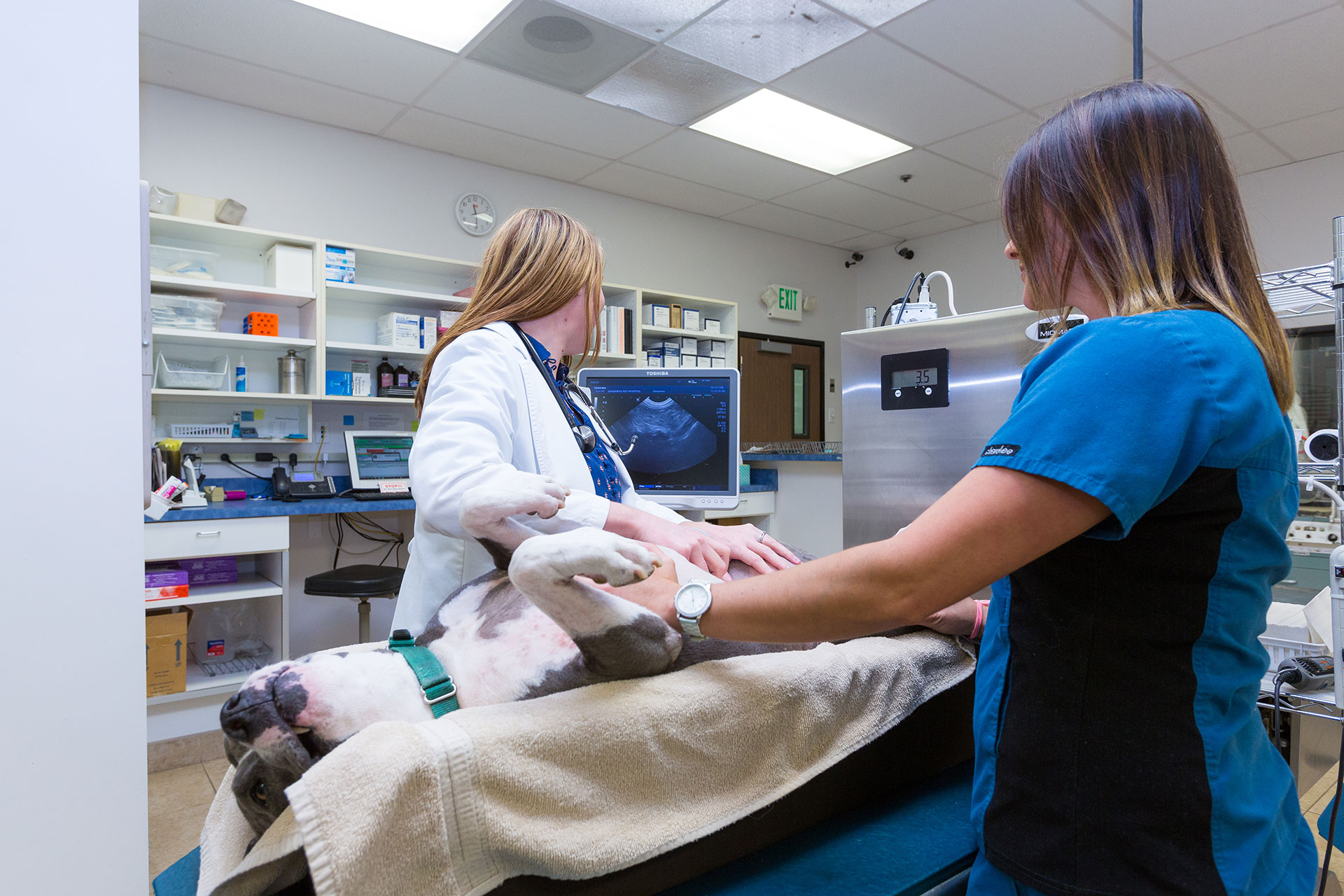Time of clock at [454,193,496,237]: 11:29
